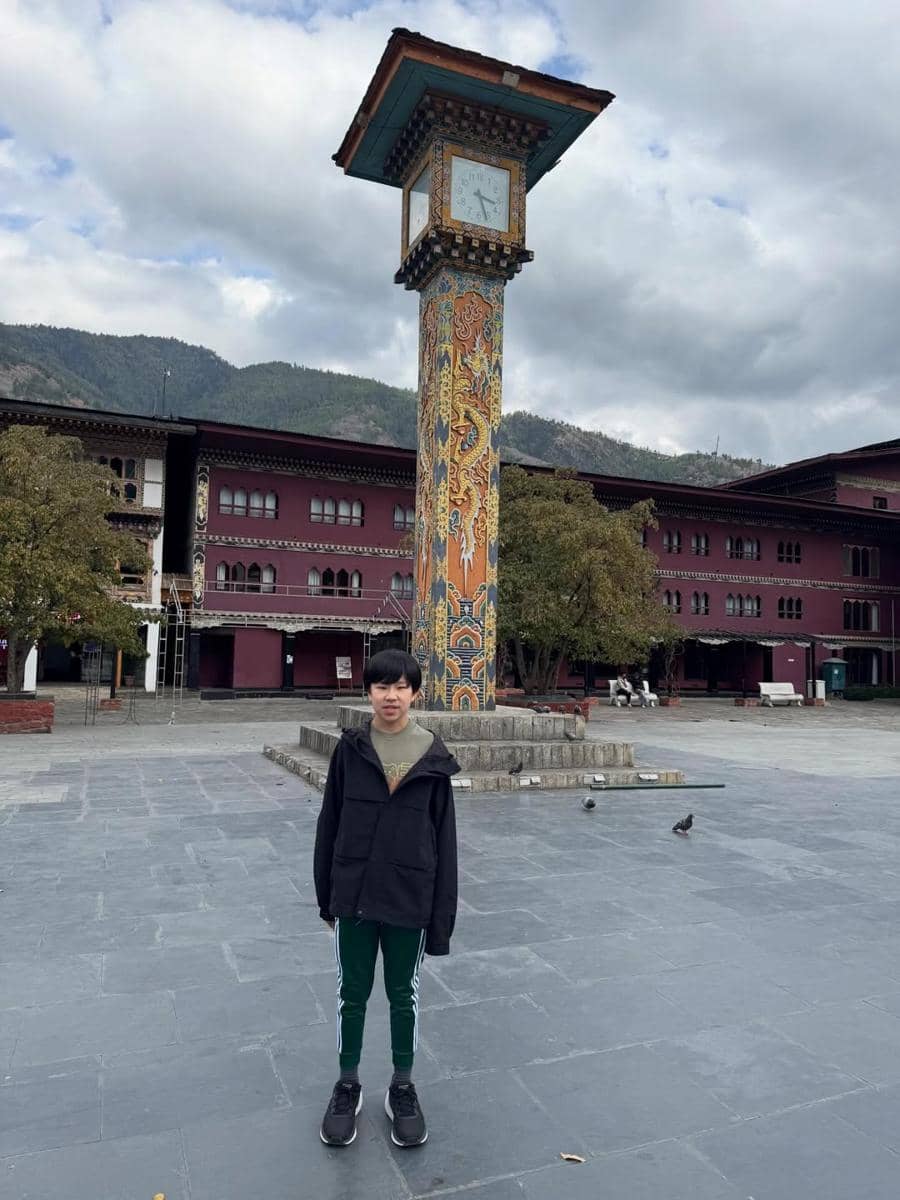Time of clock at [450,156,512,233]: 3:26
